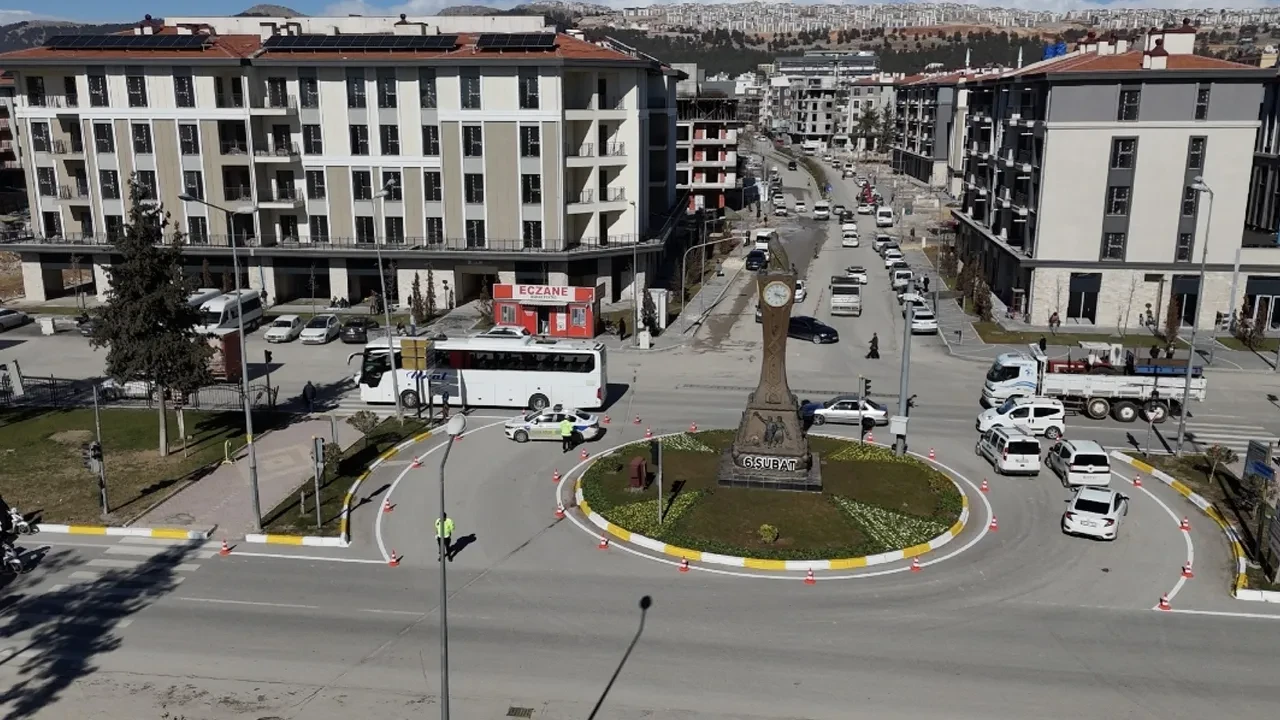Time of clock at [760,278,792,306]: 4:17
